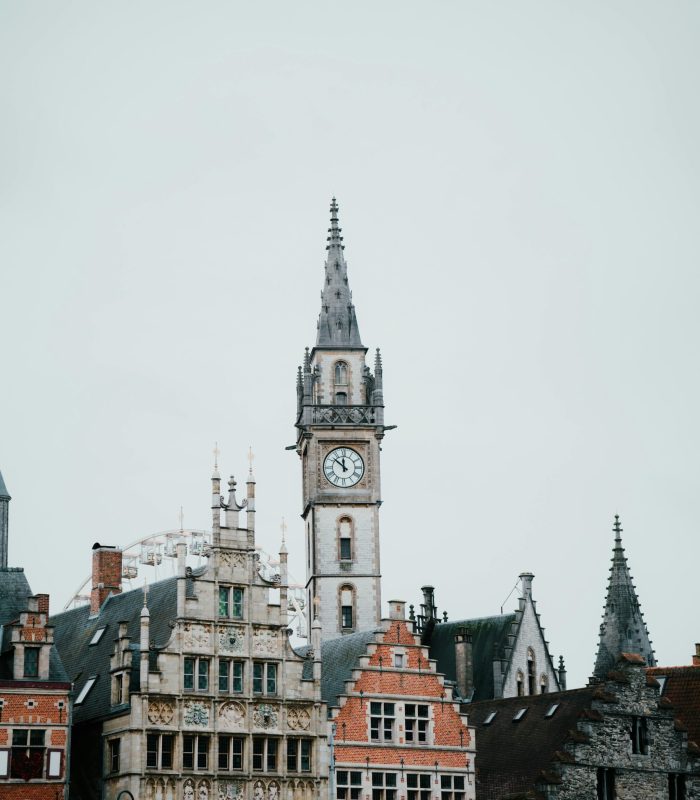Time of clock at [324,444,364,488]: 11:51
